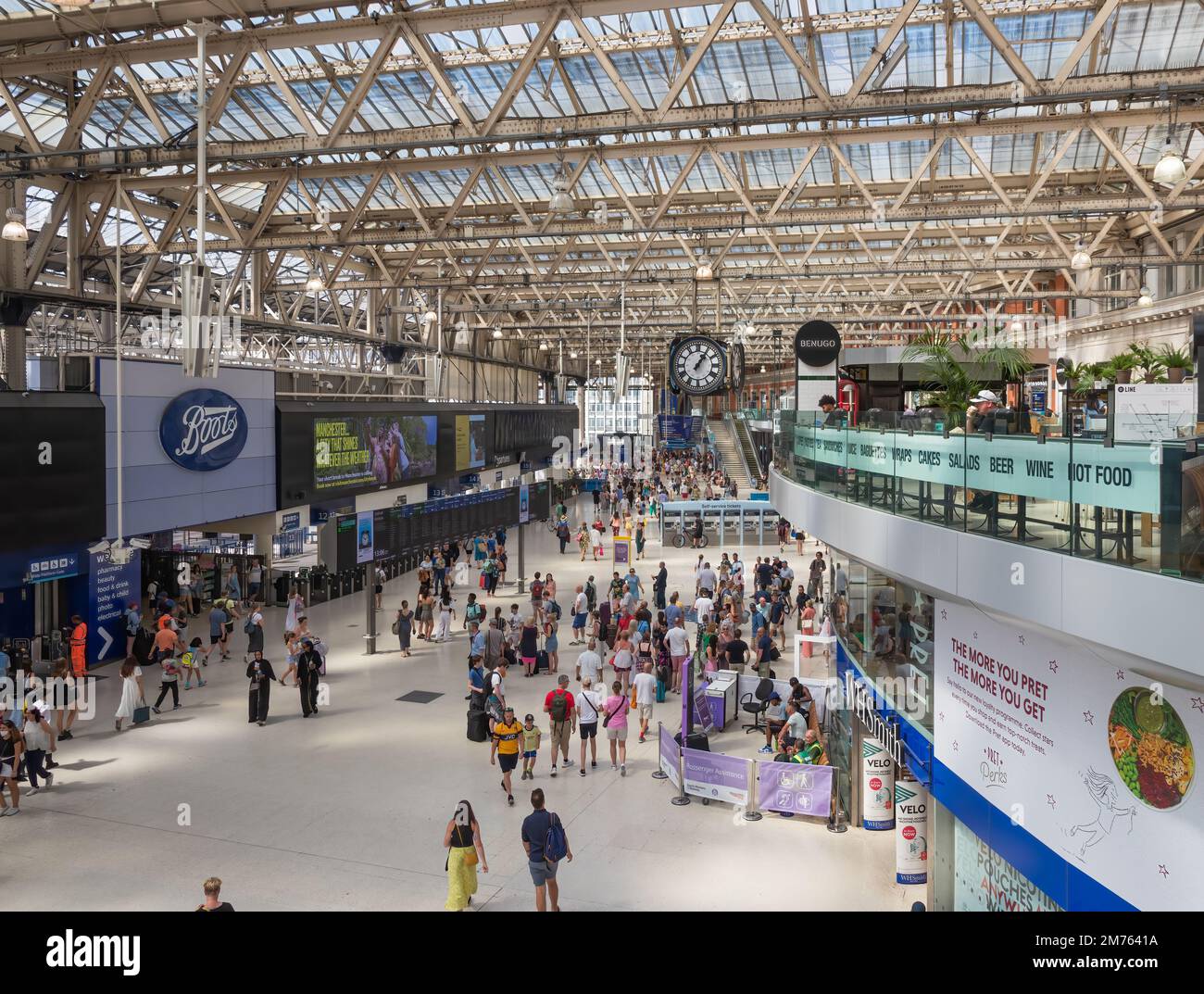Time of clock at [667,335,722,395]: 1:06
